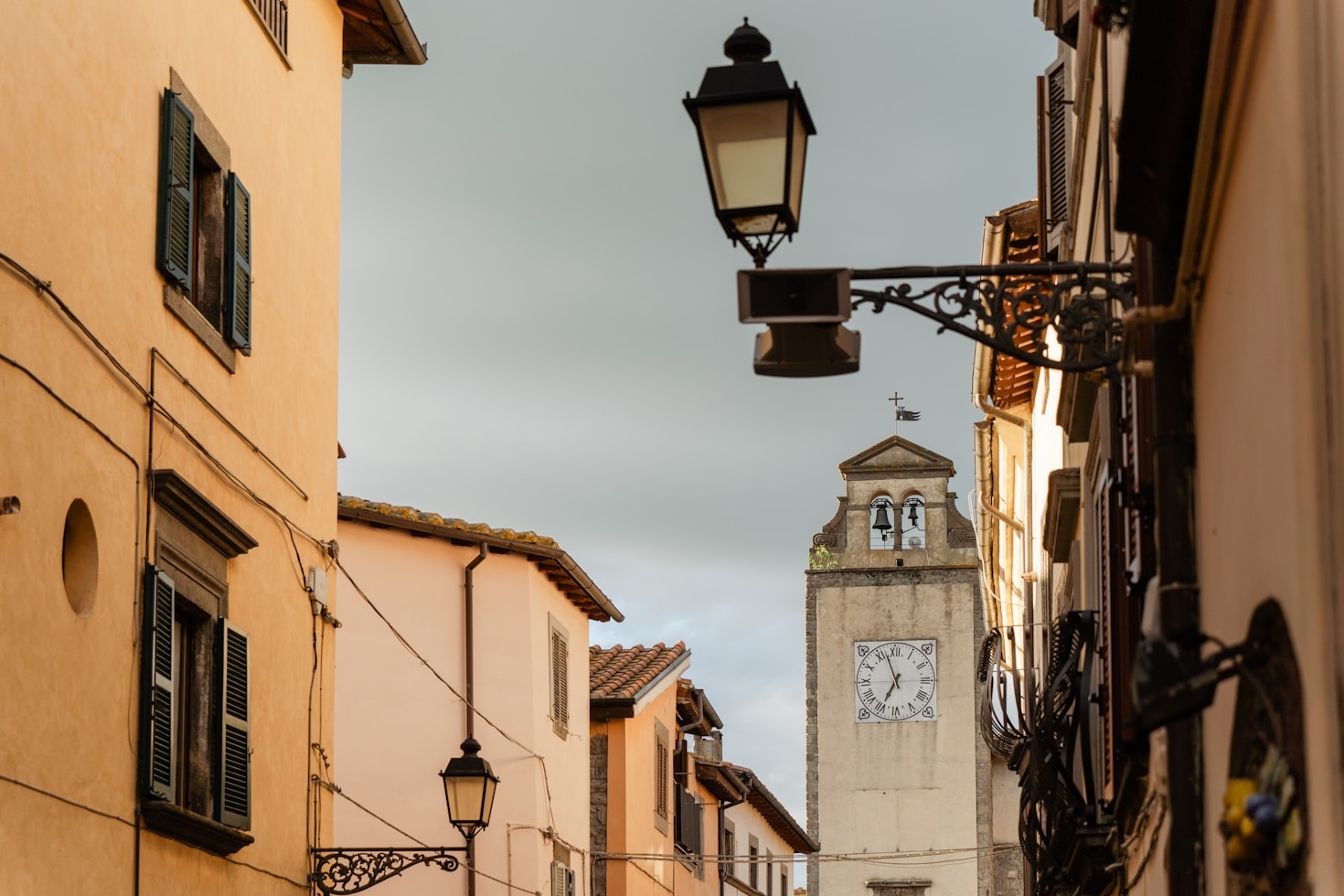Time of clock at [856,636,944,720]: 6:56
